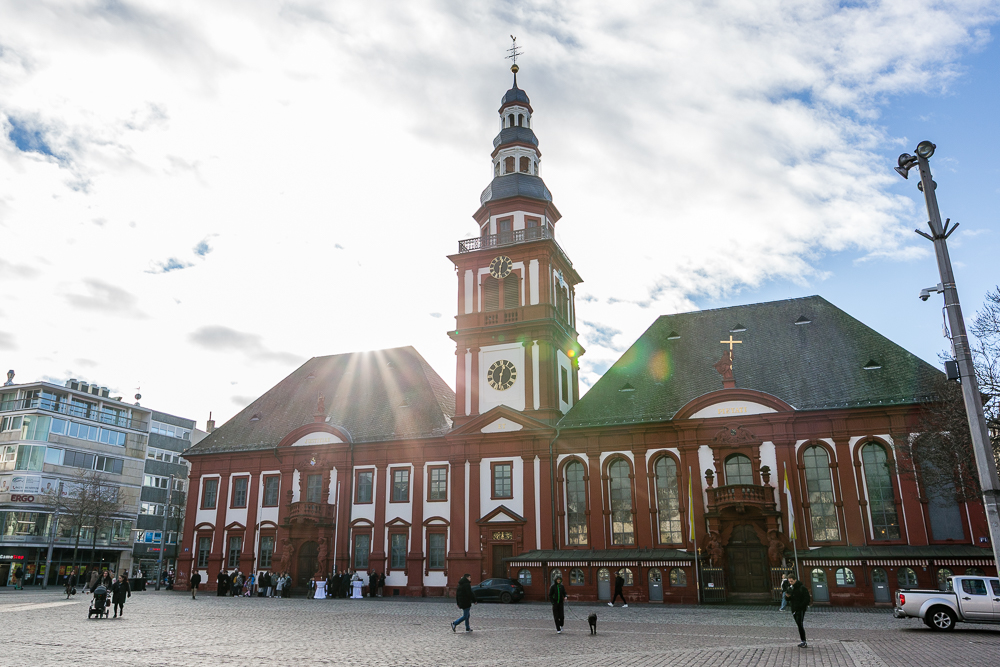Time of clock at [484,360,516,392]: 12:30
